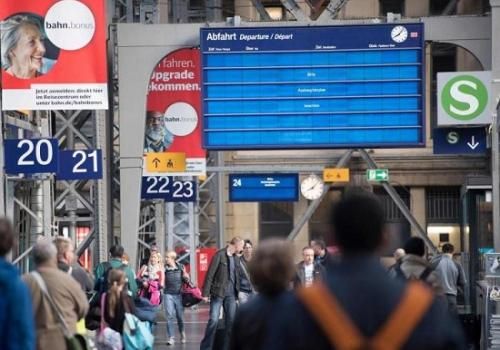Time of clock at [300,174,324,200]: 8:07
